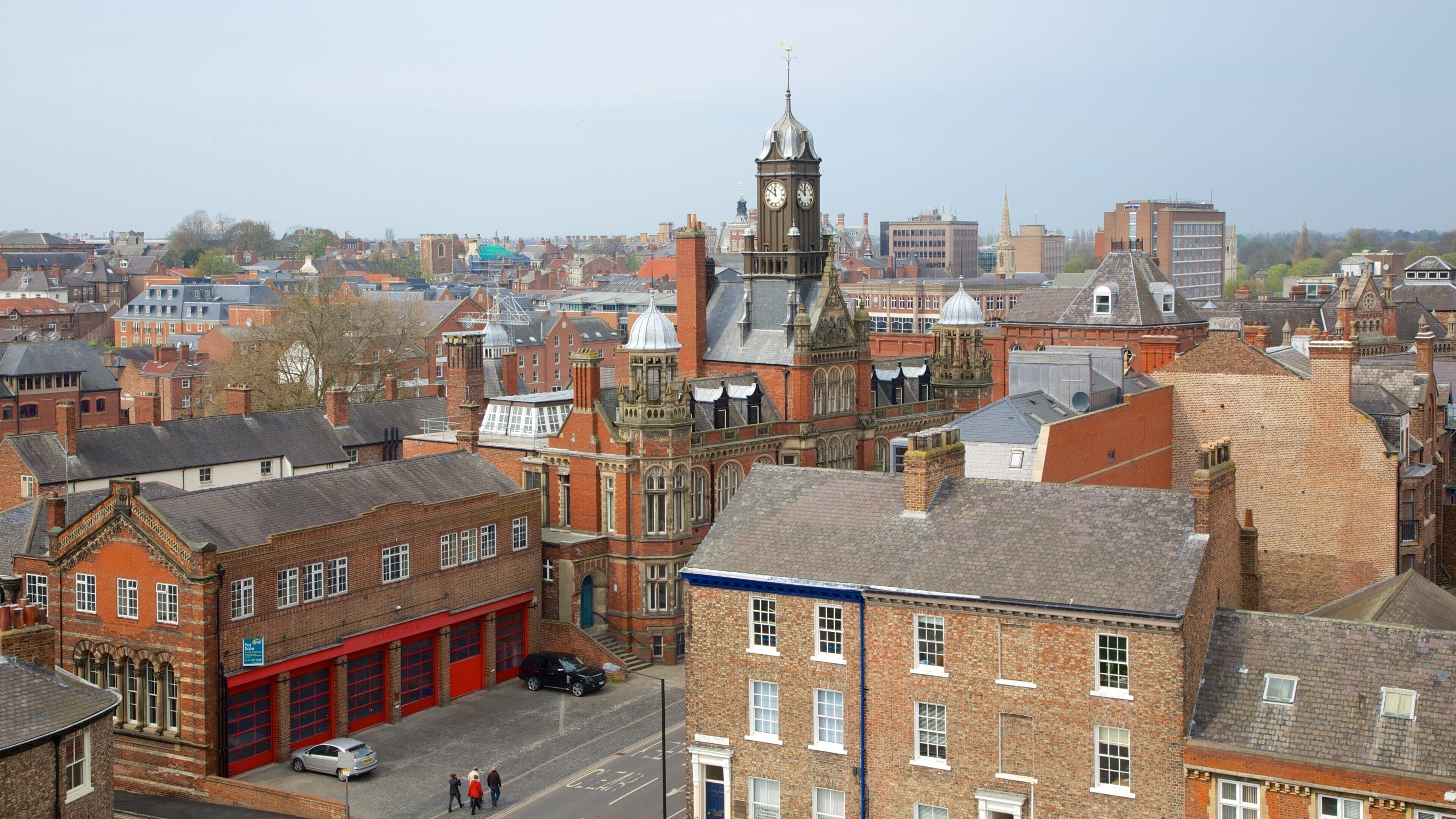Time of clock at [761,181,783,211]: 11:50
